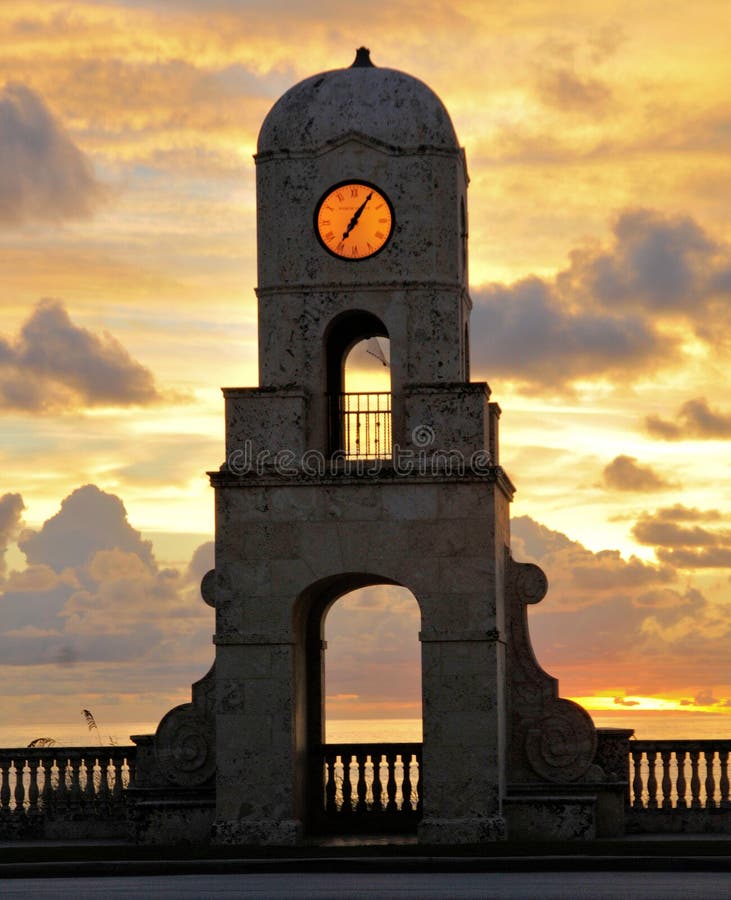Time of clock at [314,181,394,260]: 7:05
